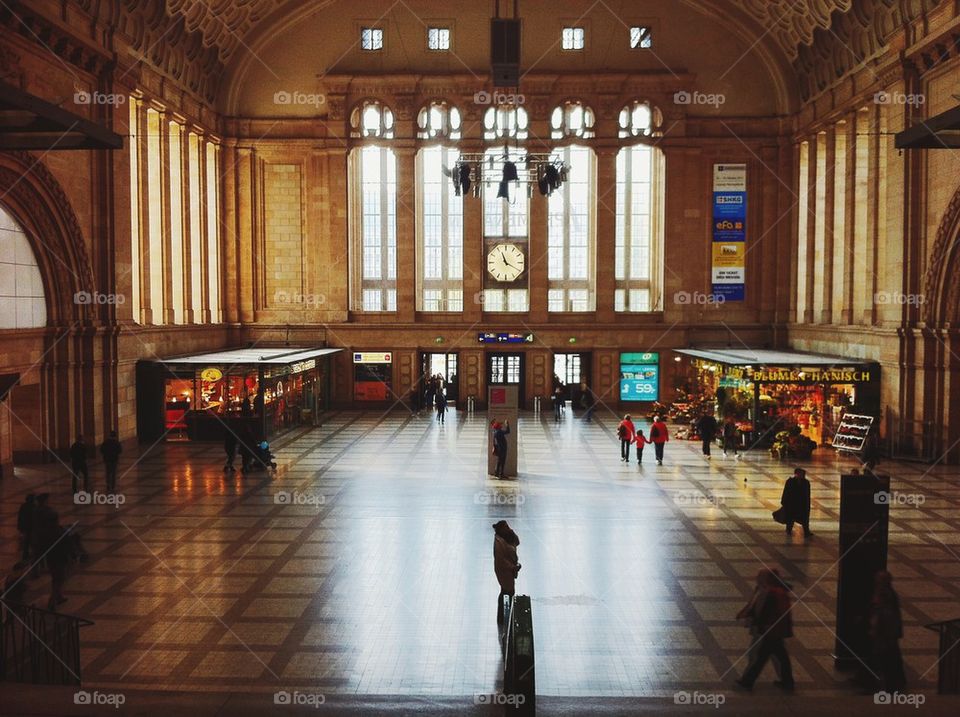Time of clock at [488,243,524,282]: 11:19
